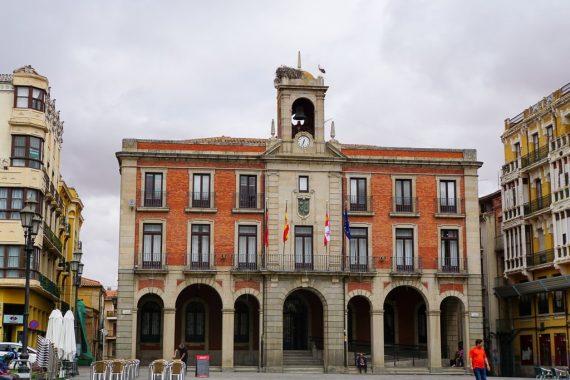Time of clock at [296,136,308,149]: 12:33
